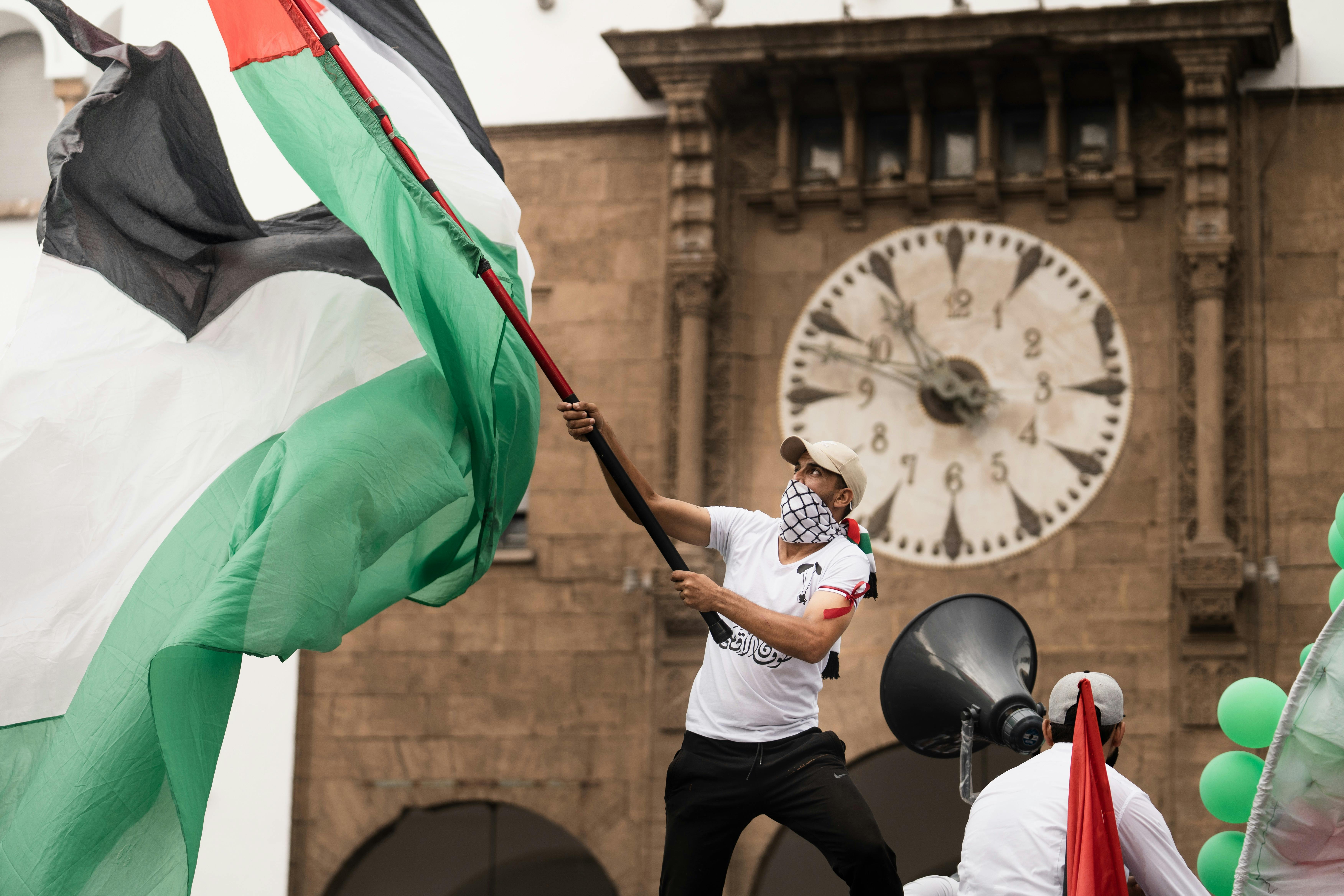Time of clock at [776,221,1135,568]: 10:48
